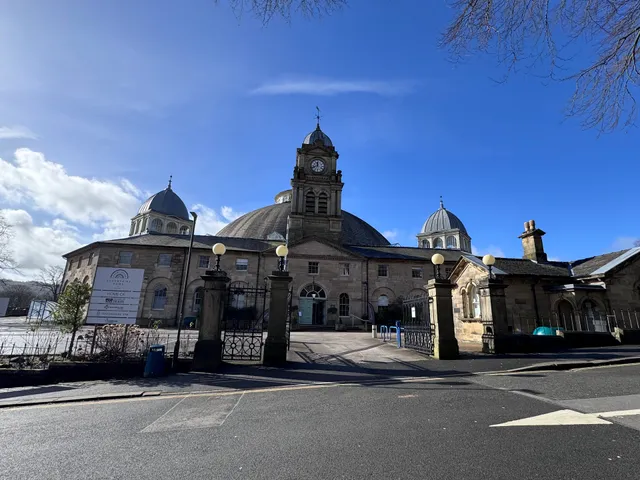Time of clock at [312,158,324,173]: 11:41
